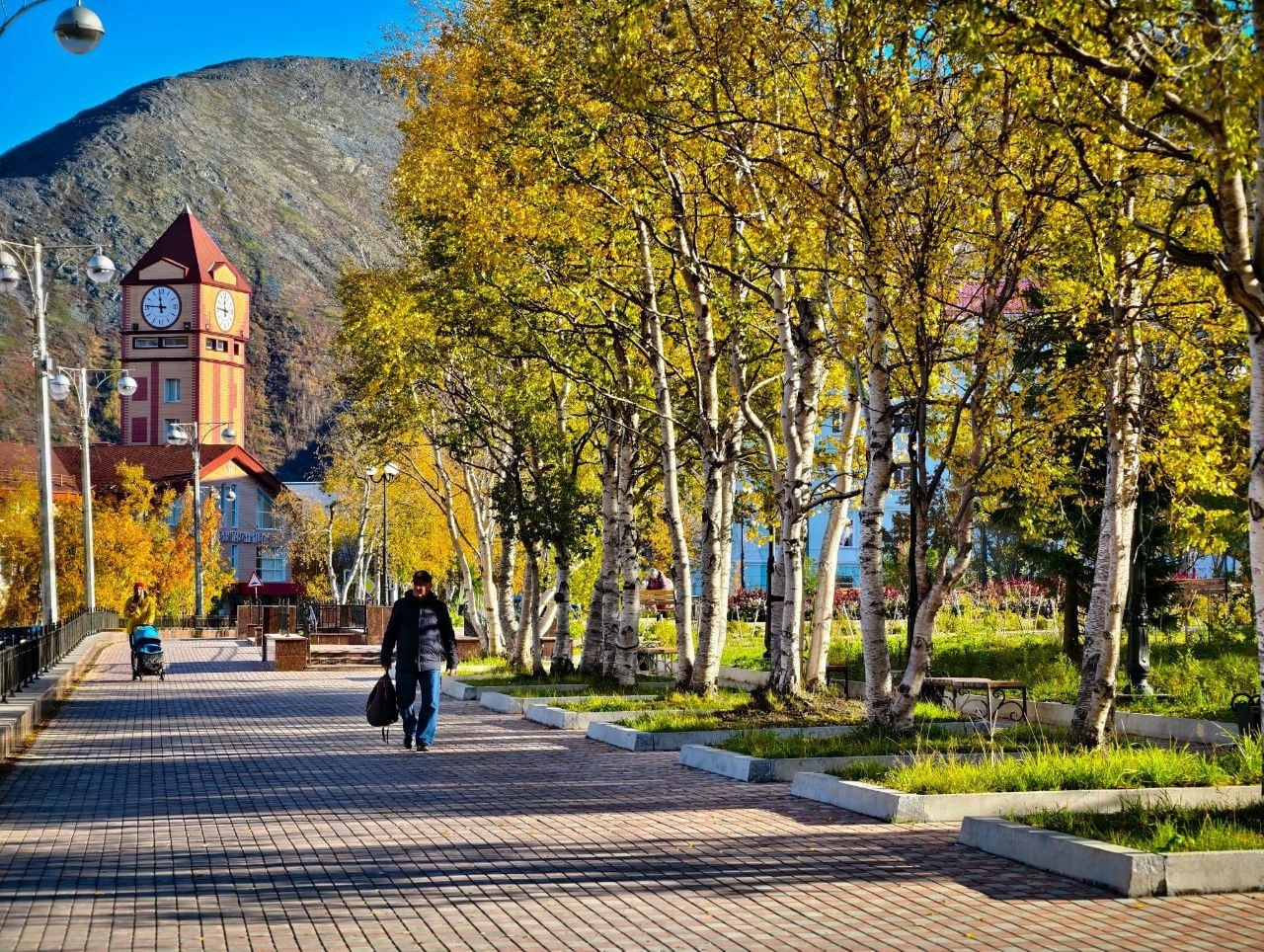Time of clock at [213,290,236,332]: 11:46
